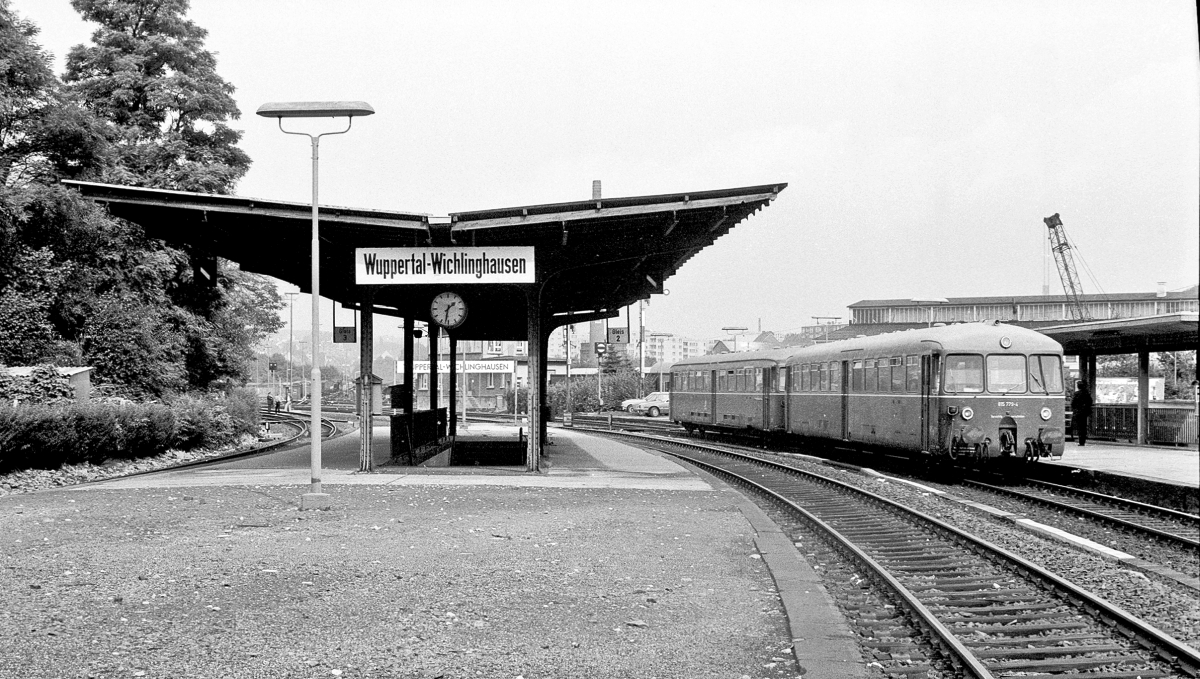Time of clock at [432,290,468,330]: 1:32
